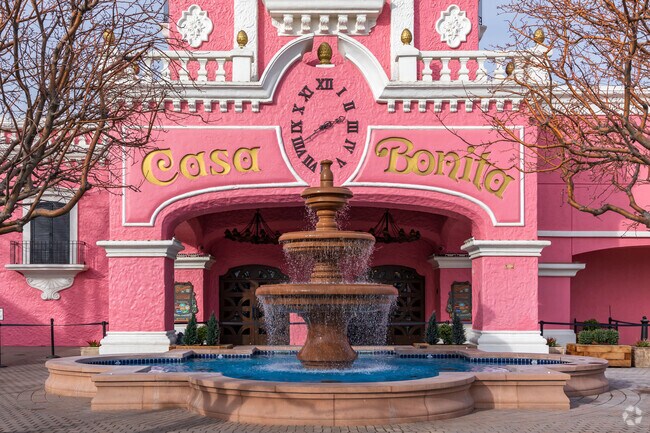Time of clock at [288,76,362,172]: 2:40
